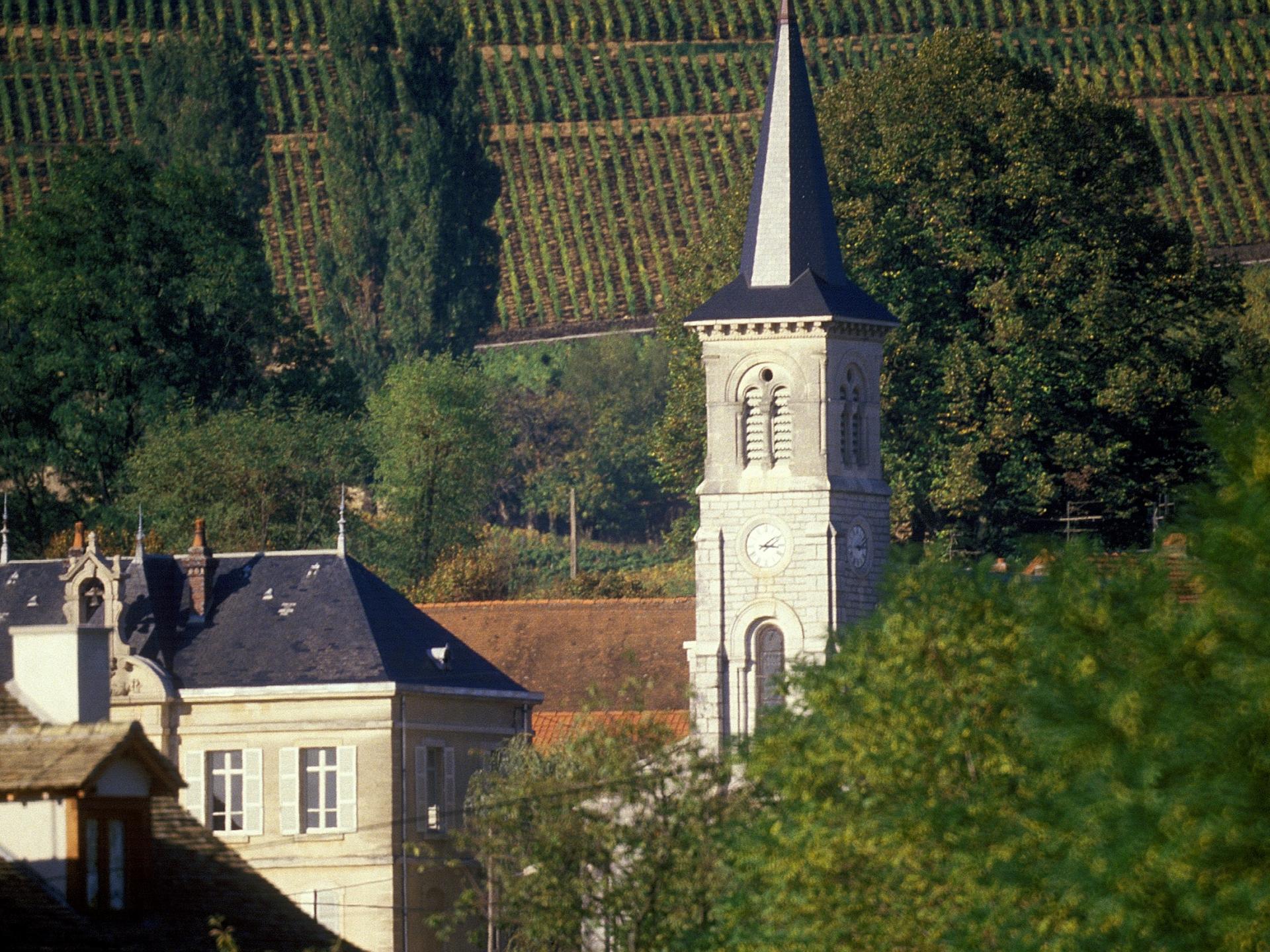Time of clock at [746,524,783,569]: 3:09
